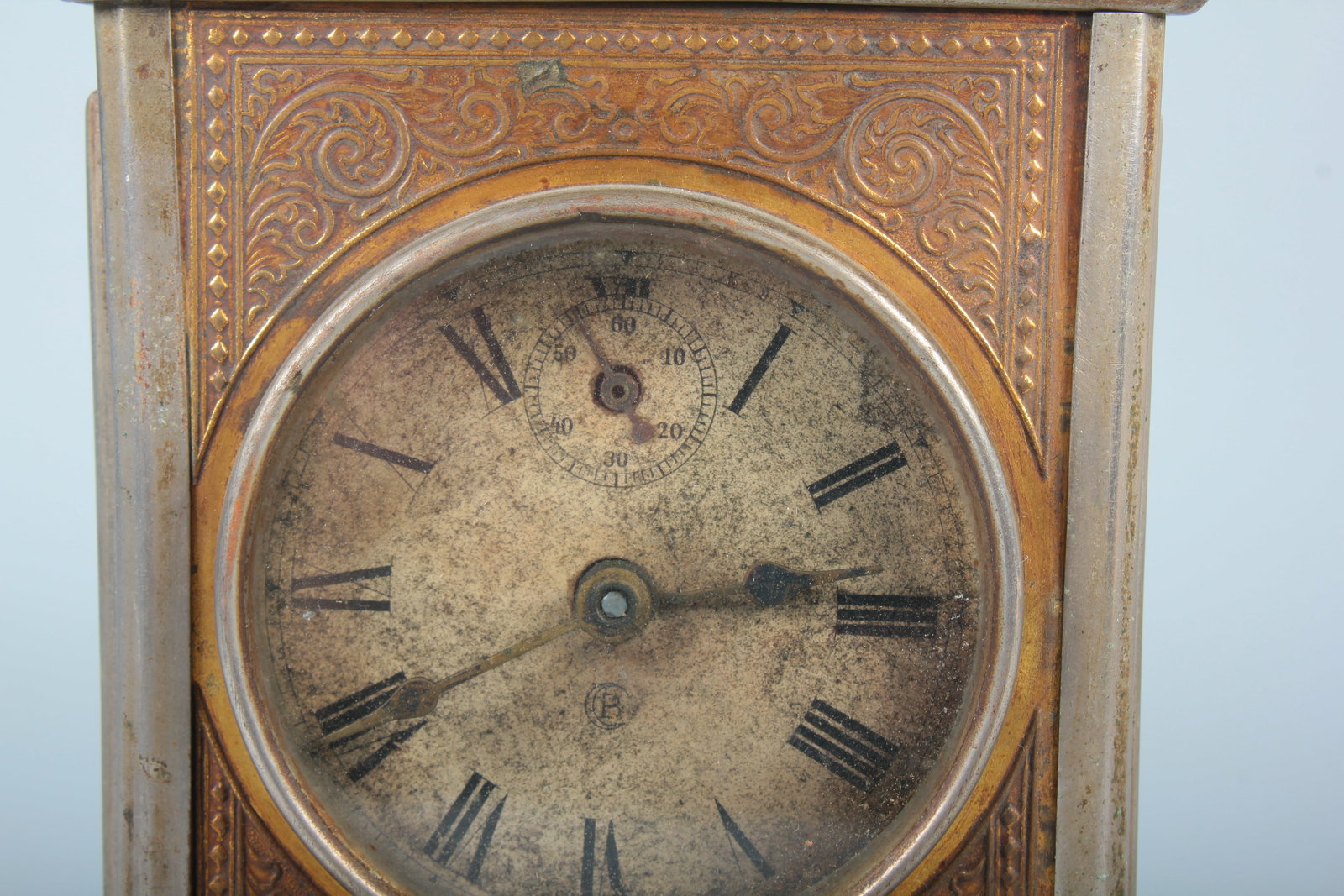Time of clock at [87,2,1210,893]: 2:40
